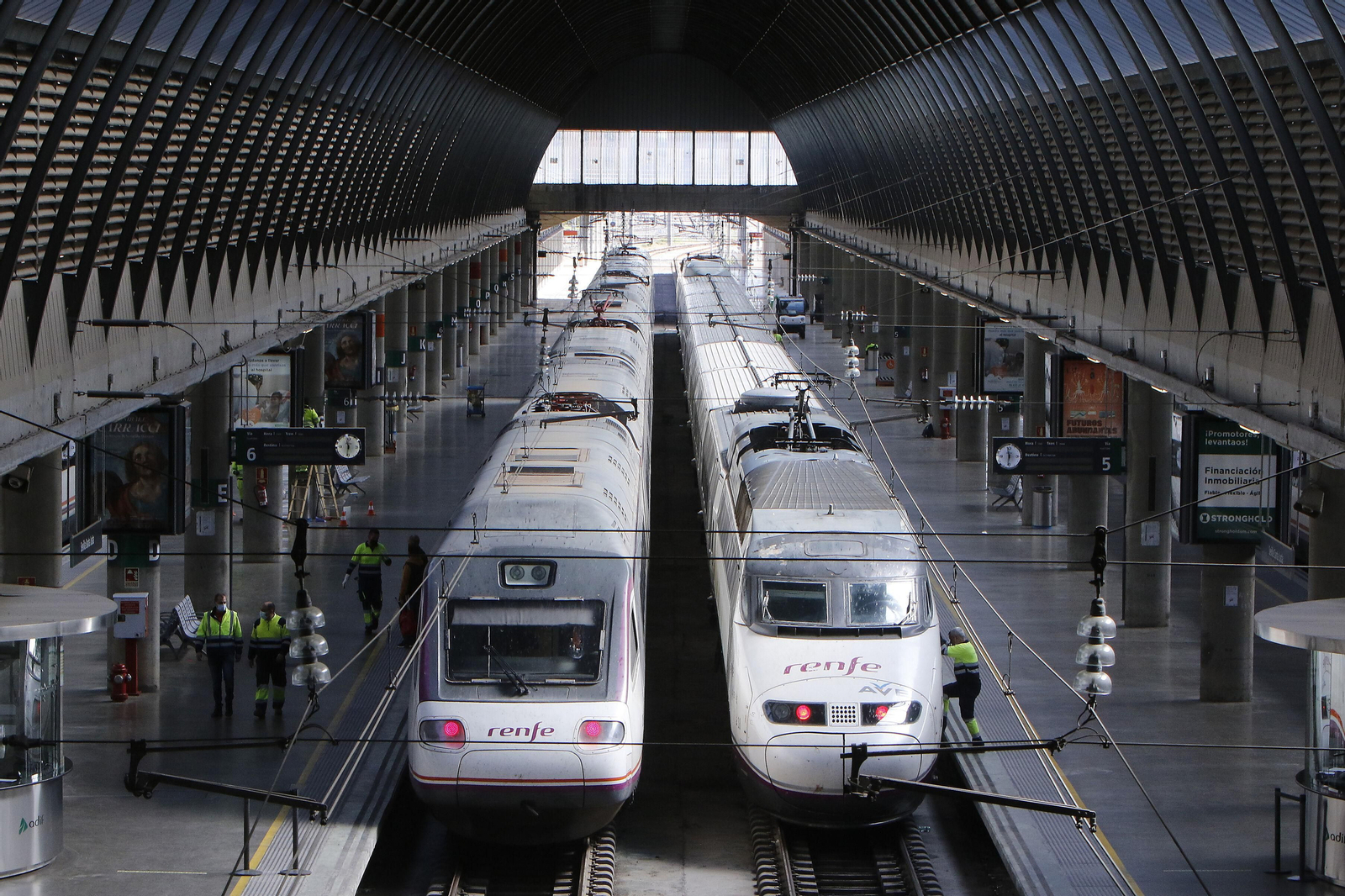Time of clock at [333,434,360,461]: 11:31
